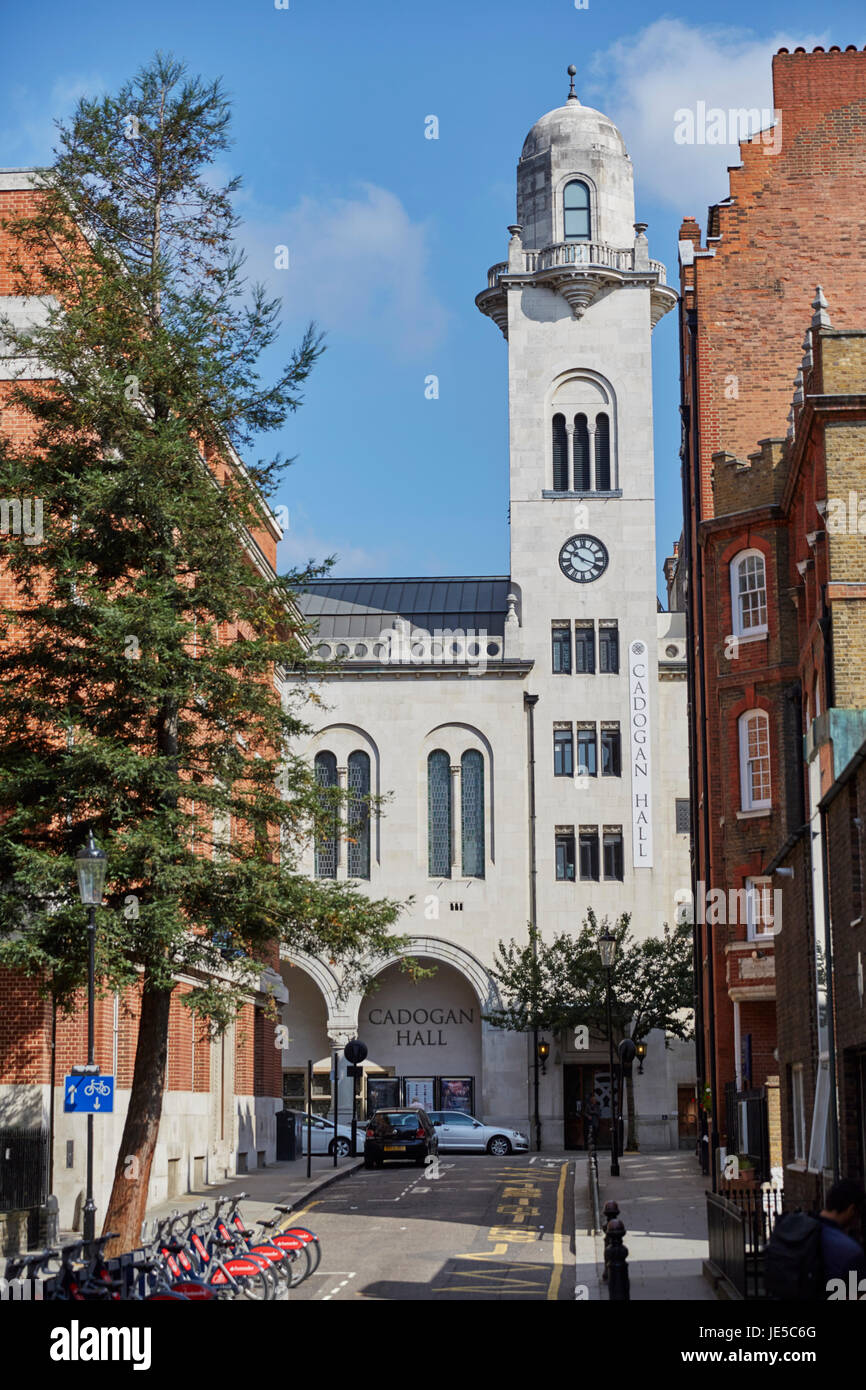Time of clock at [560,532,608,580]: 10:18
